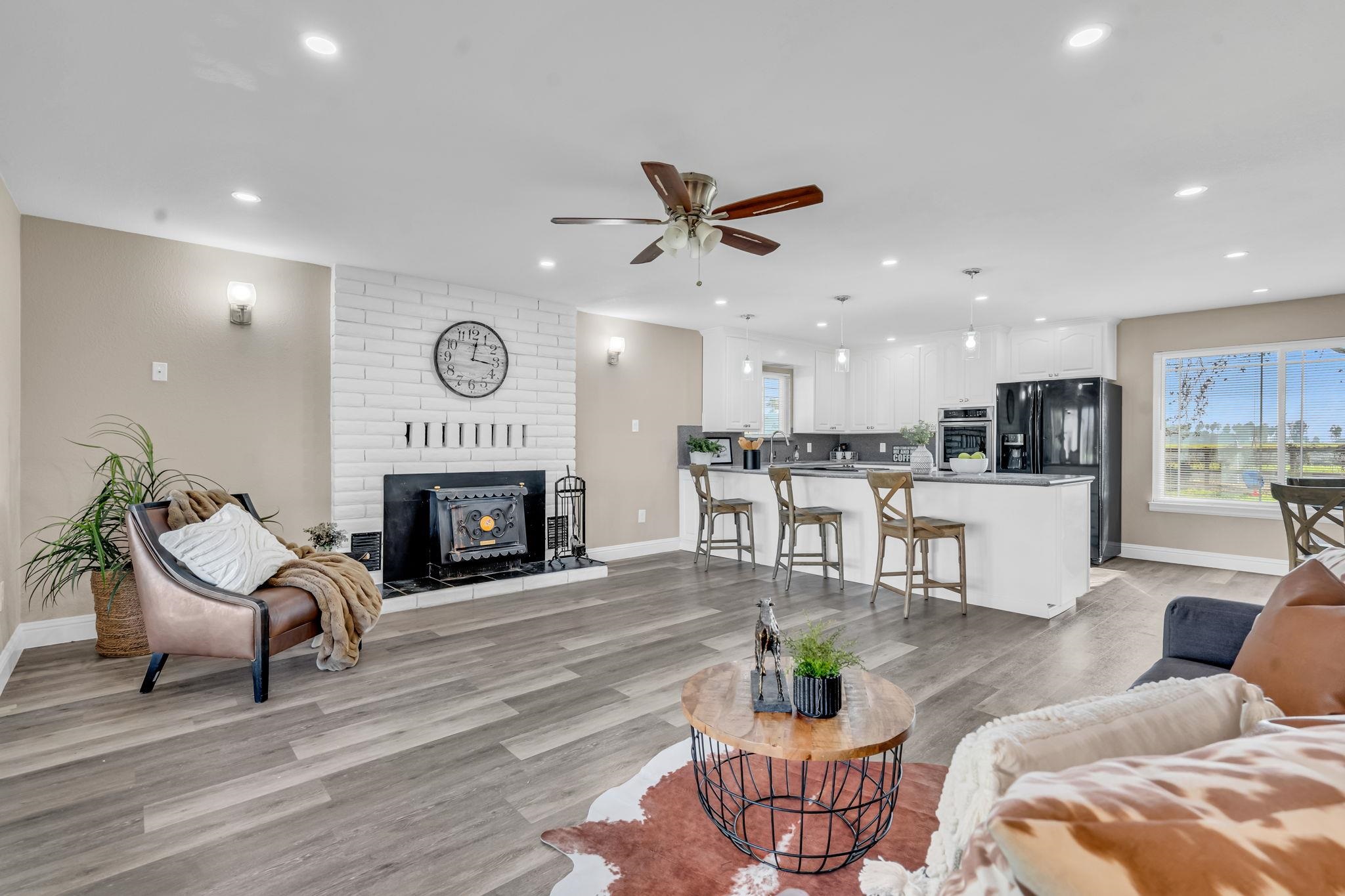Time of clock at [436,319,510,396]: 12:16
